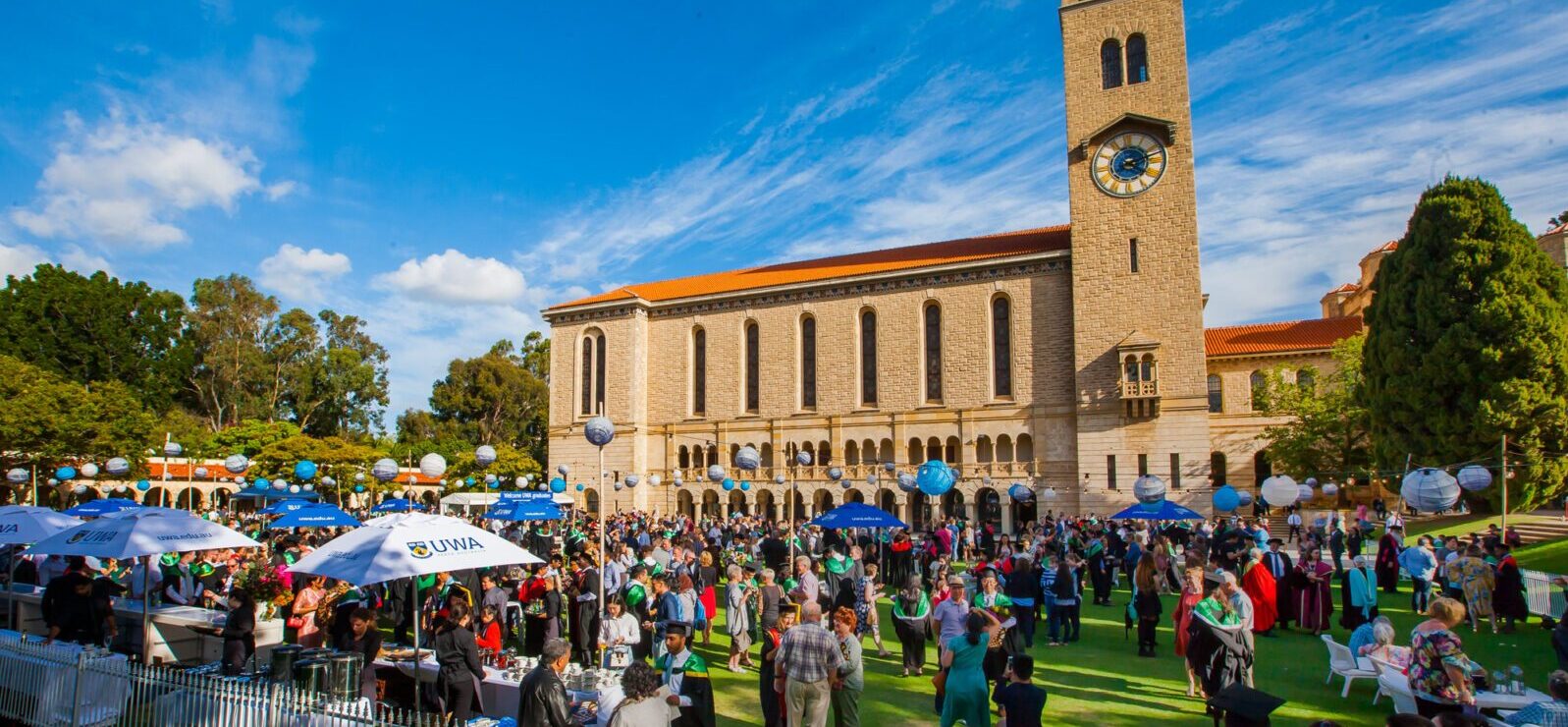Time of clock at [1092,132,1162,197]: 4:11
